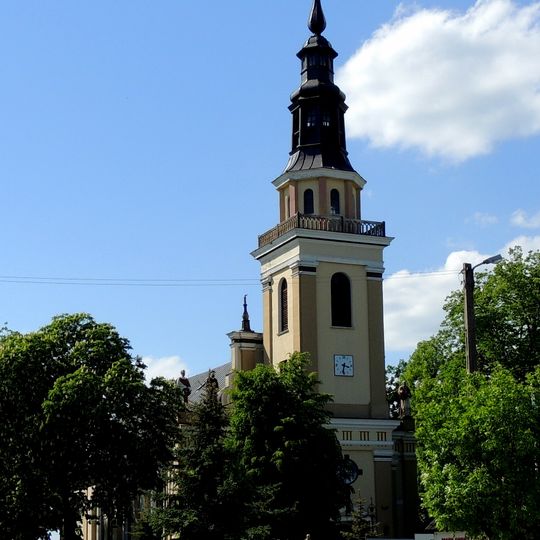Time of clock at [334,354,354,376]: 3:32
